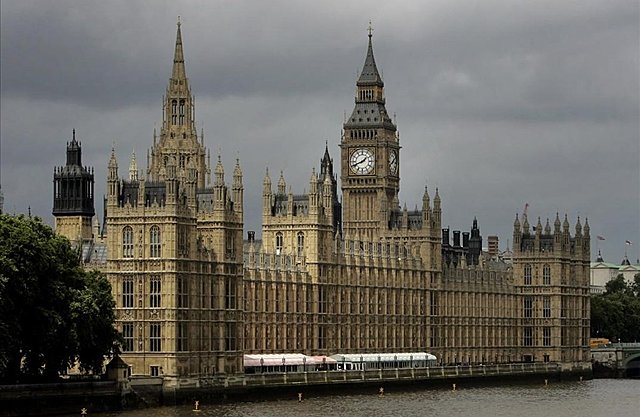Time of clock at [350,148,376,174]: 1:41
